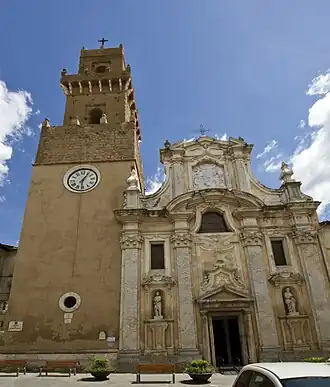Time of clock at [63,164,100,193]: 6:06
